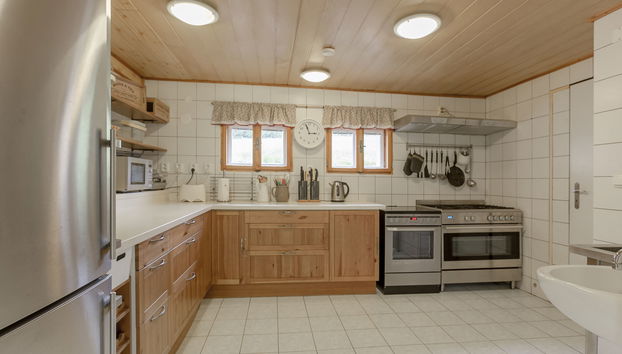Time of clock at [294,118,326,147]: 2:57
